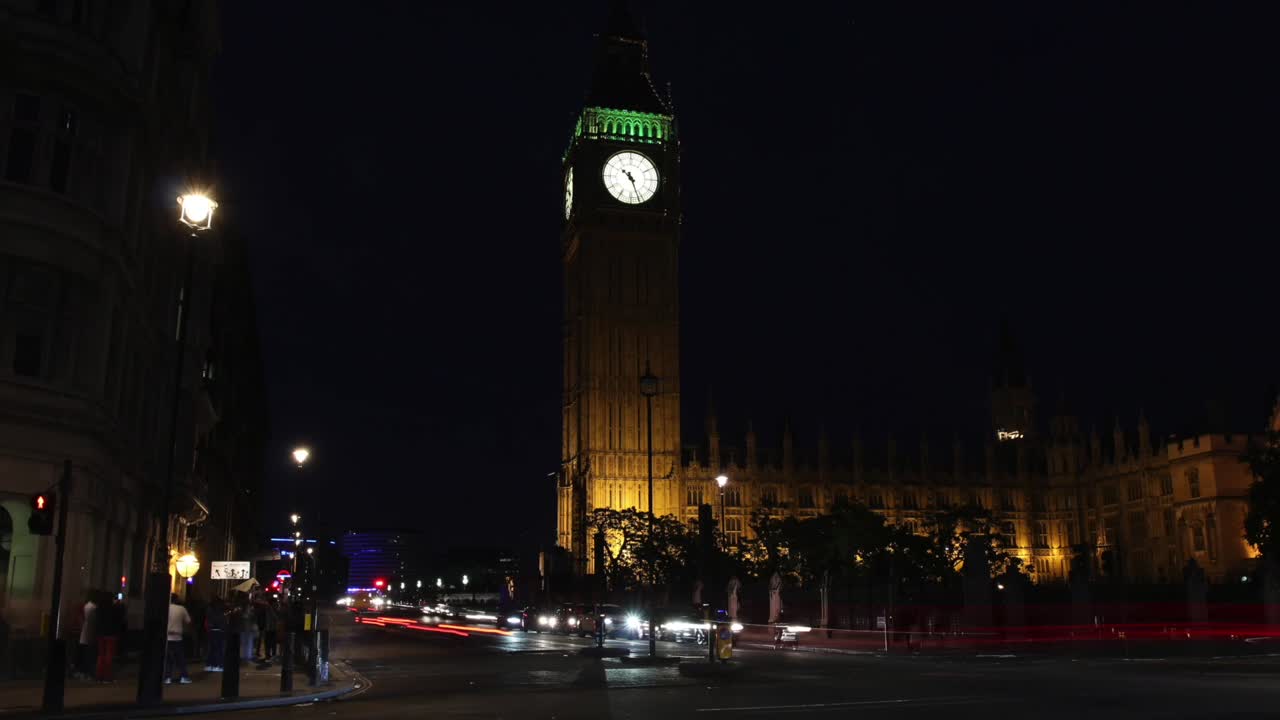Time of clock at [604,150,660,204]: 10:26
